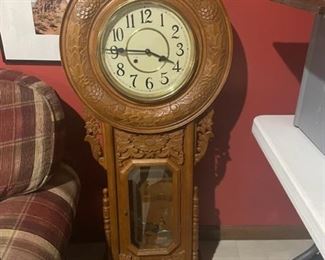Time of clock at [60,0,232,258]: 3:45
